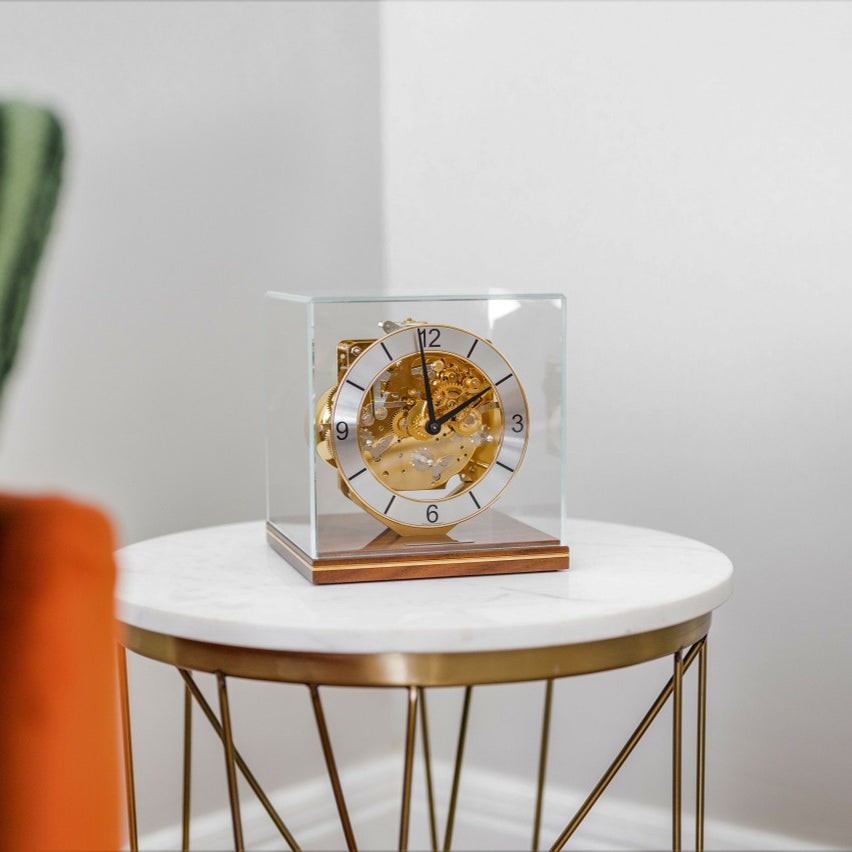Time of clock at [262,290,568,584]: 1:59
